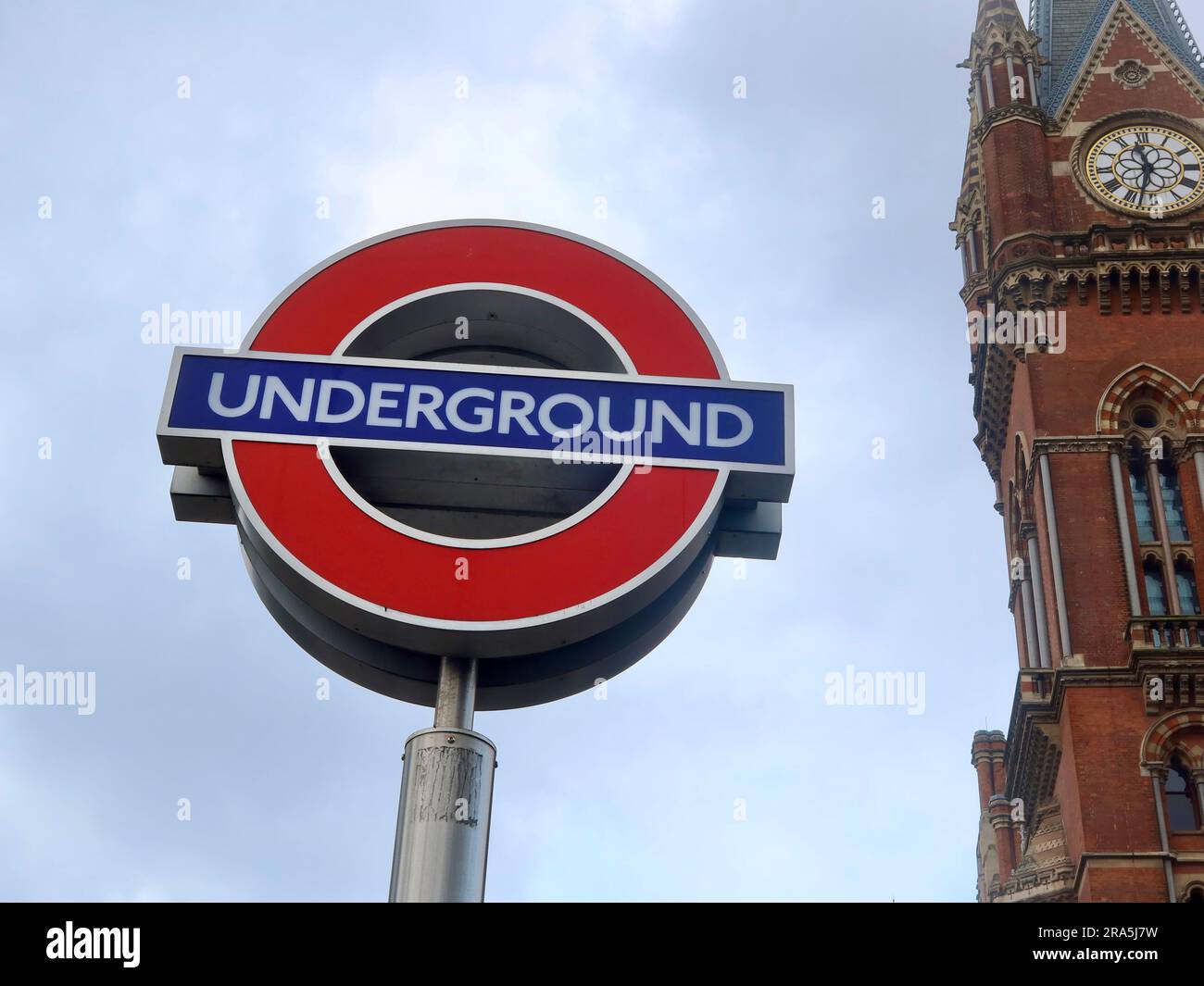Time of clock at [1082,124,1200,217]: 11:32
